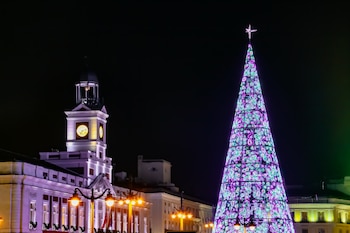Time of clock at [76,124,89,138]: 7:12
